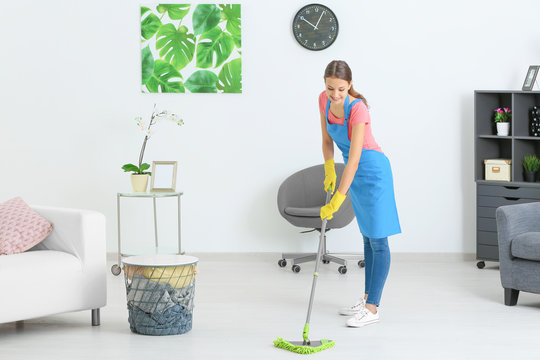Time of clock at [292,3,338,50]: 10:04
